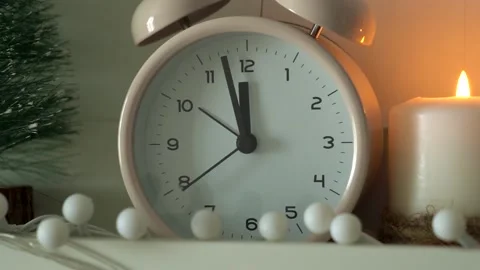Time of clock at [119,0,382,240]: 11:57
